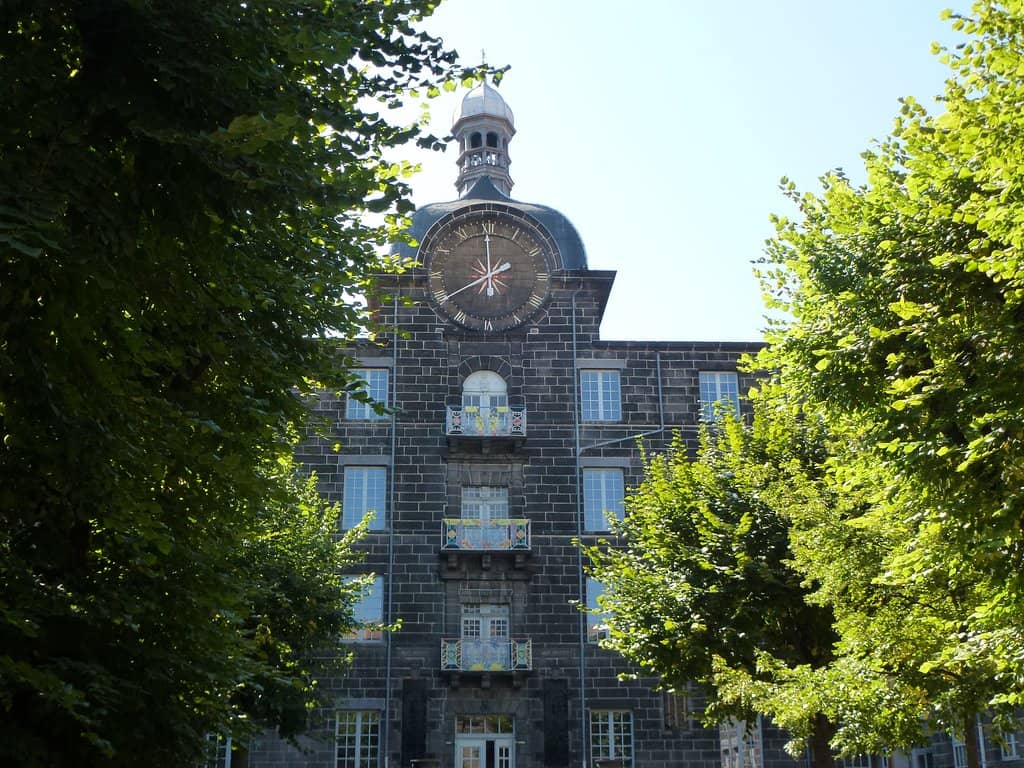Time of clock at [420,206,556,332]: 1:59
